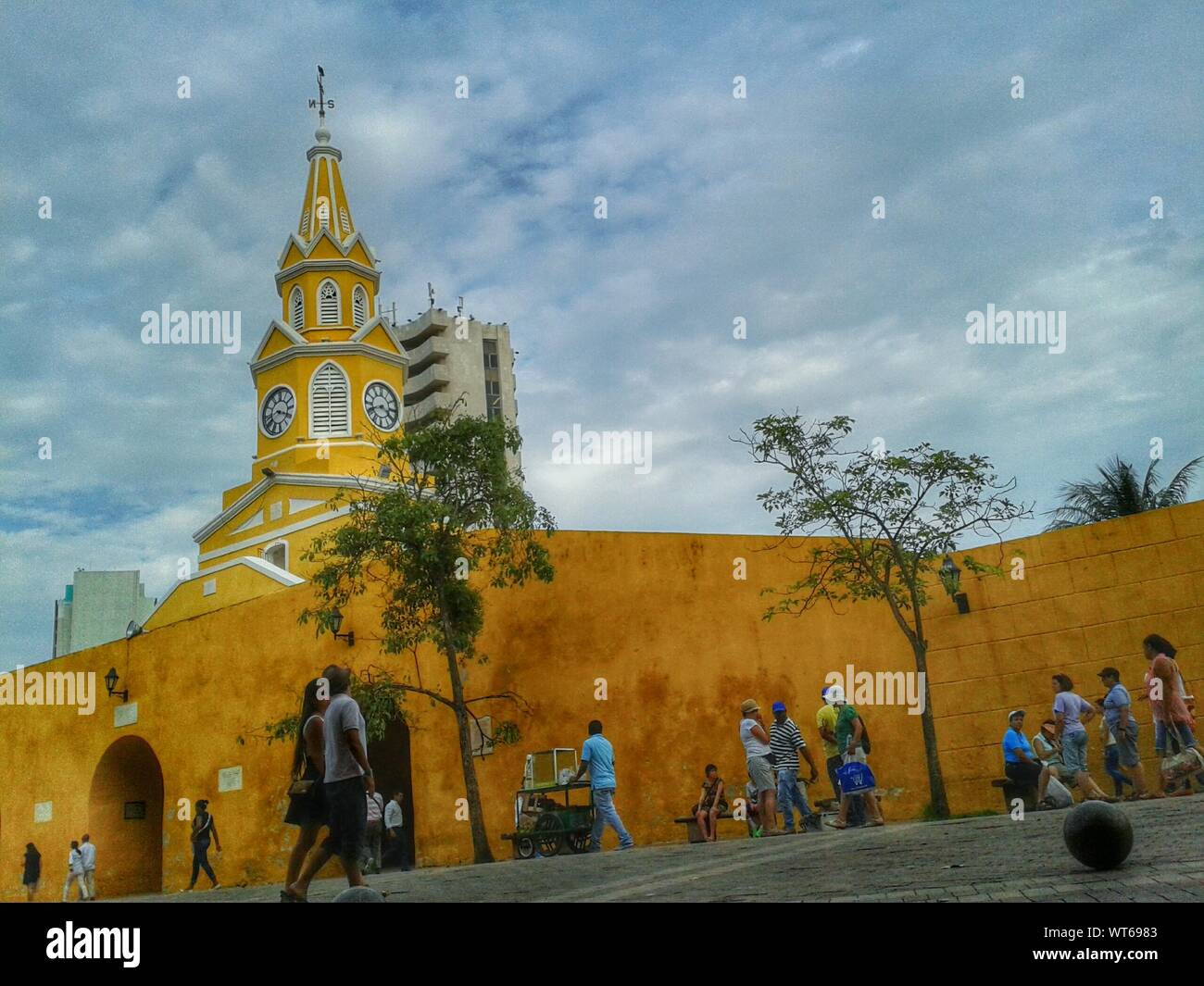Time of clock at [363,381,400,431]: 3:41
